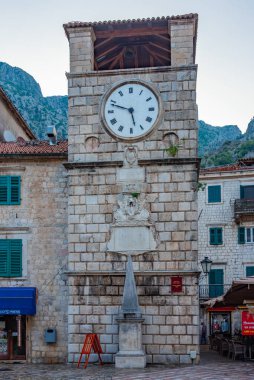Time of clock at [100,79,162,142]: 5:48
